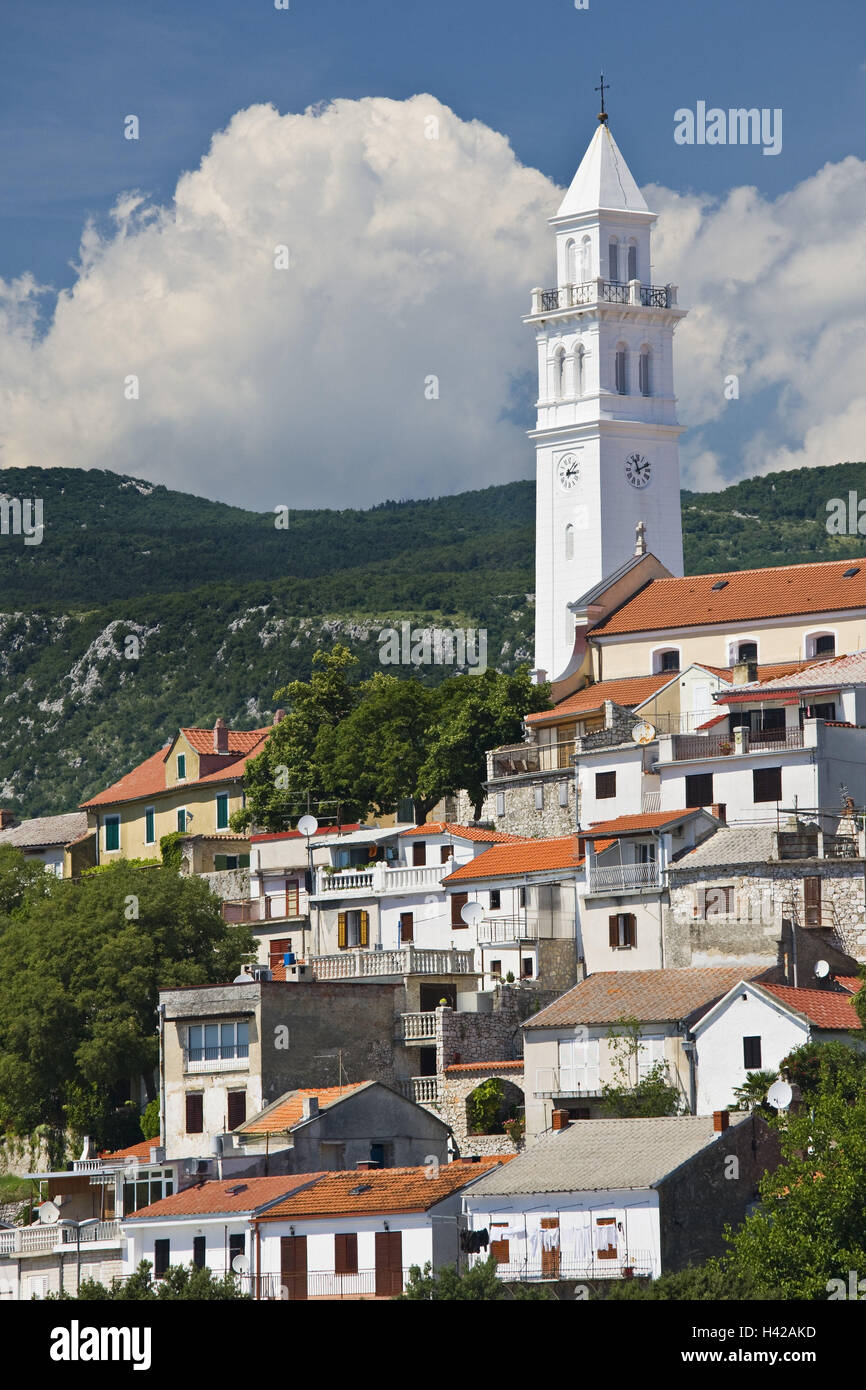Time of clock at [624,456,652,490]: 11:10
